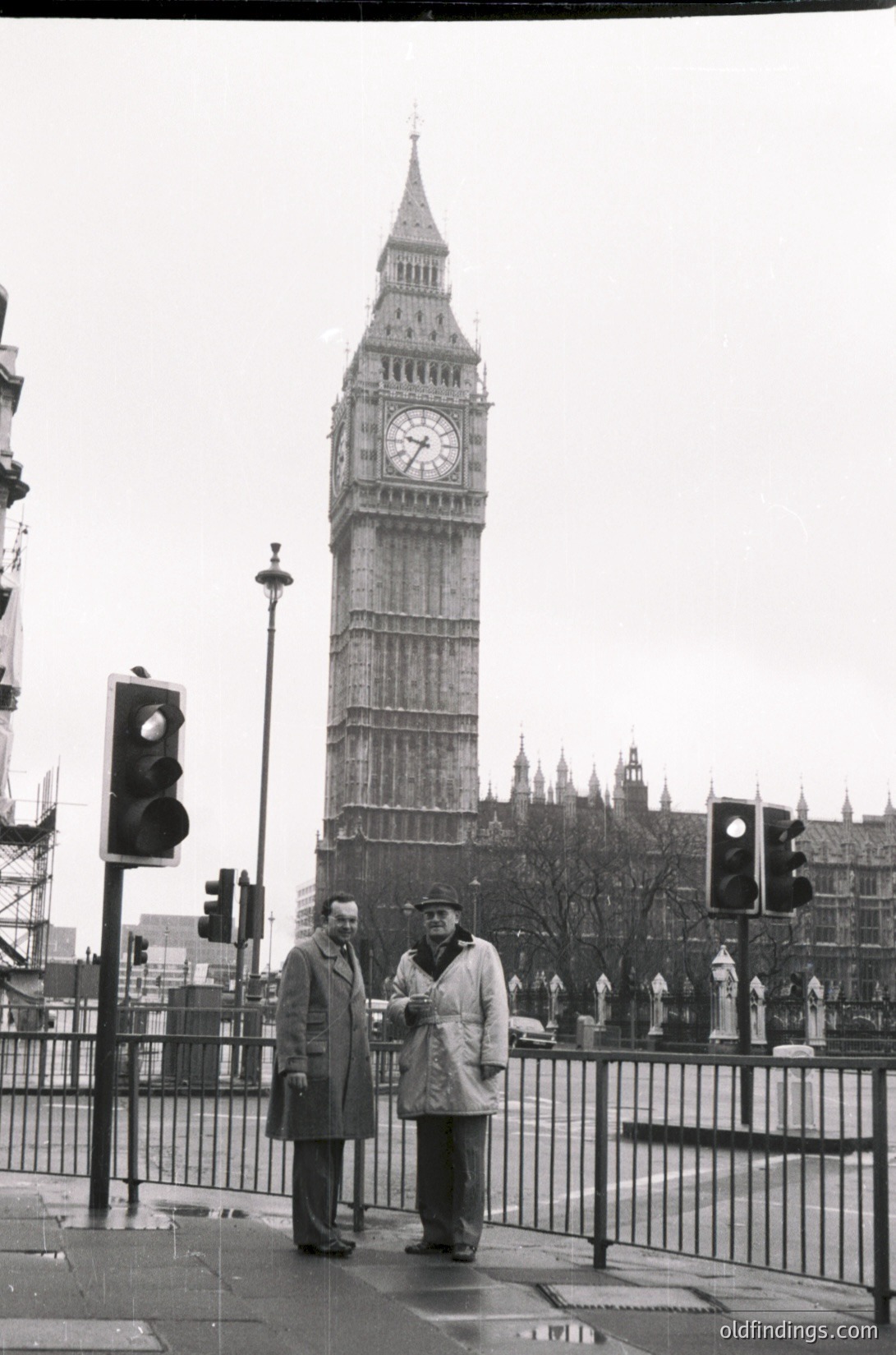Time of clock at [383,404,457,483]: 9:35
